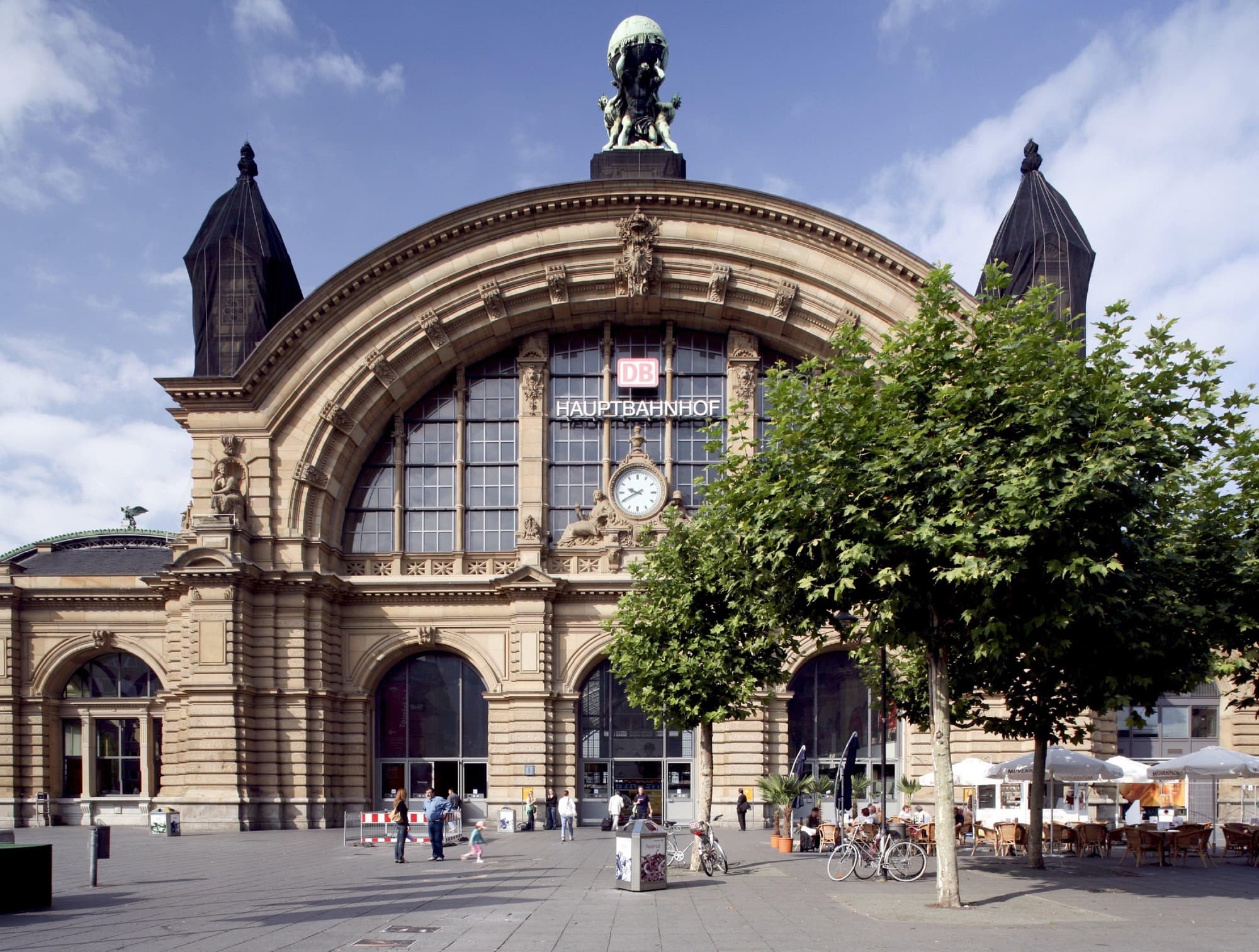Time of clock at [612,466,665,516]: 9:40
